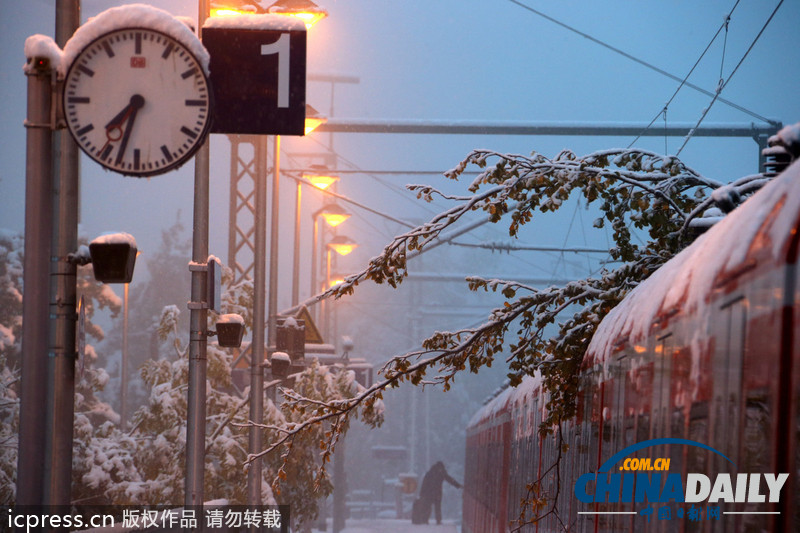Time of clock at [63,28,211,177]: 7:32
